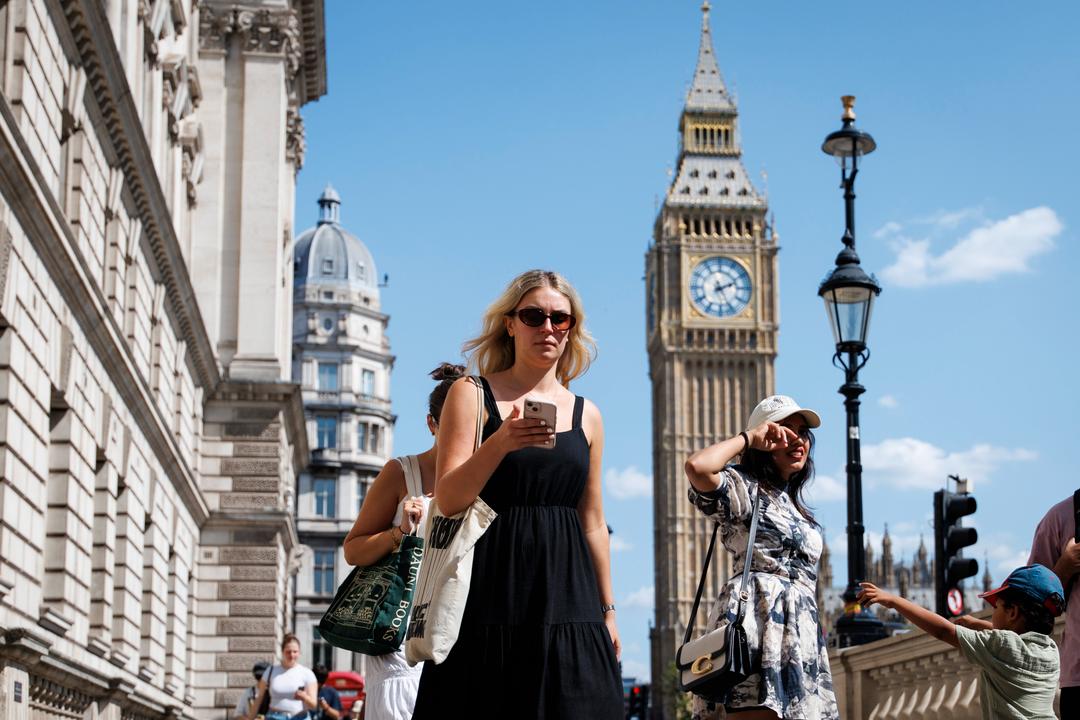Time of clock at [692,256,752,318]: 2:25
